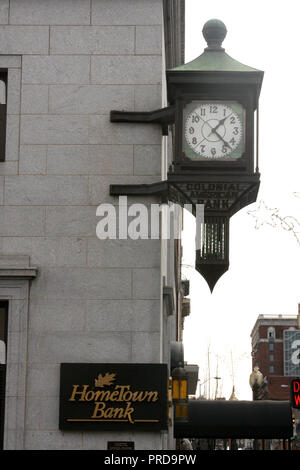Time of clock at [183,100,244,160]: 1:22
